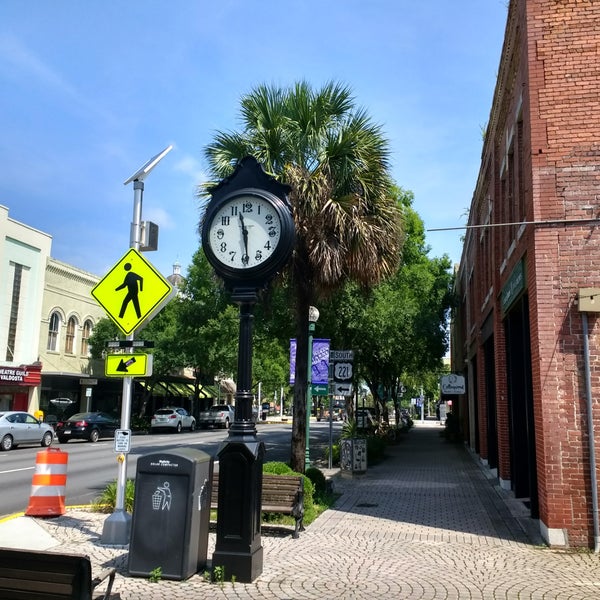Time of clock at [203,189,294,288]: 11:29
